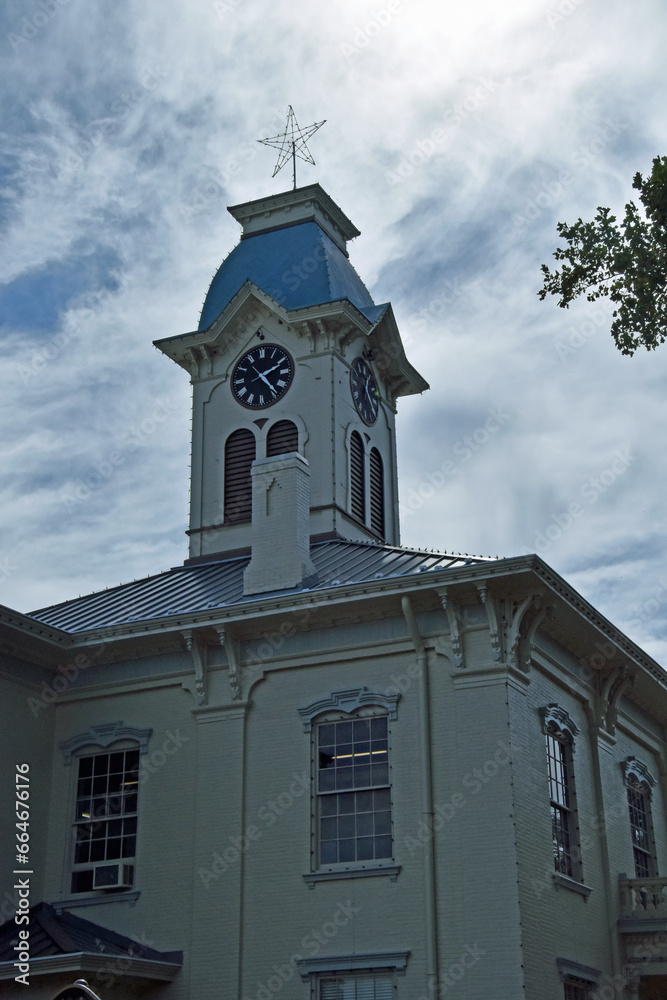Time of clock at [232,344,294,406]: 2:23
